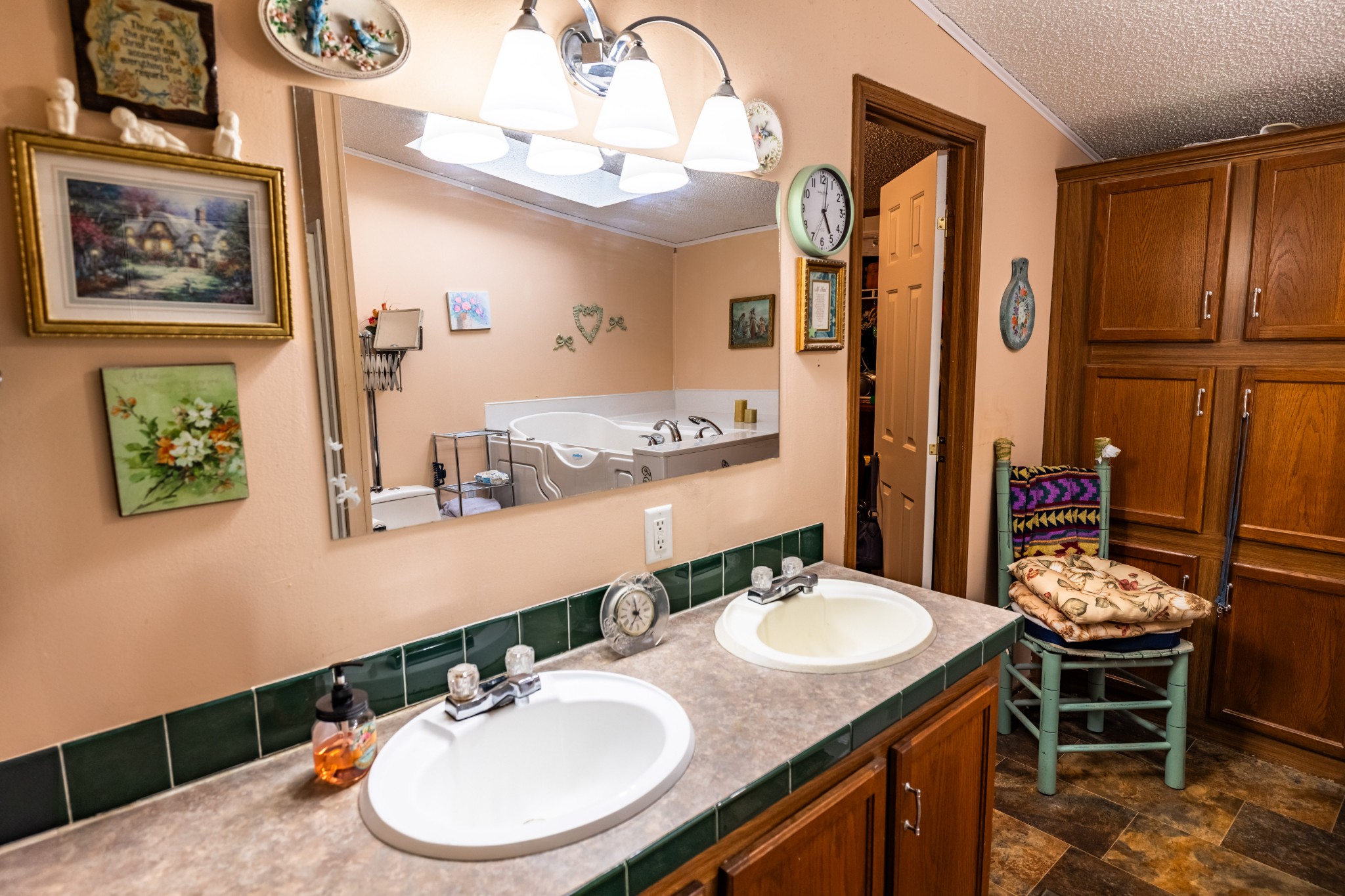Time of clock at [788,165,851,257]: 5:01
